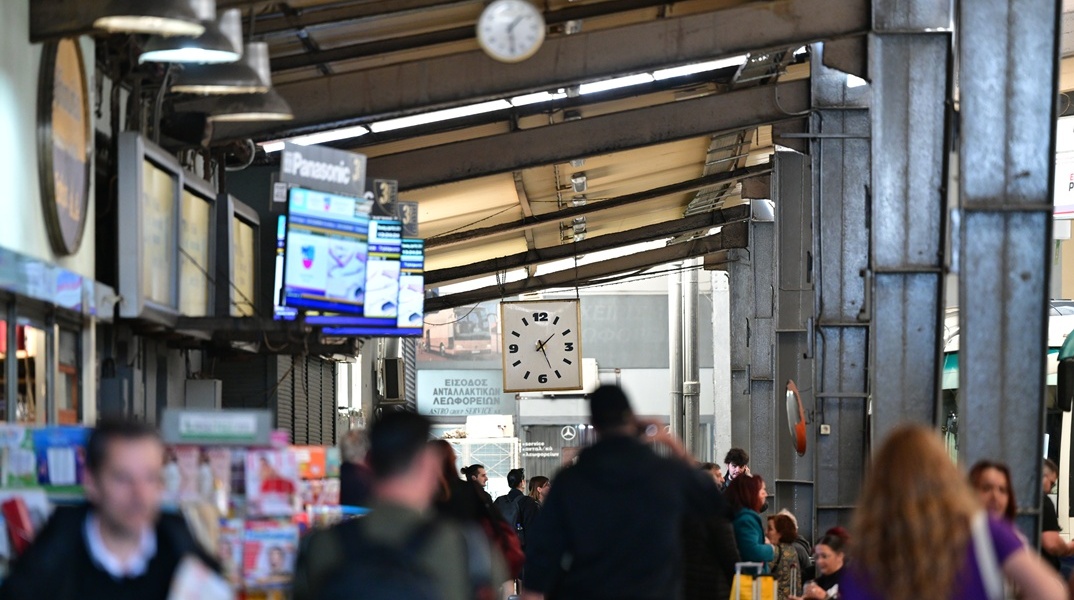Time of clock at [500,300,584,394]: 1:26
